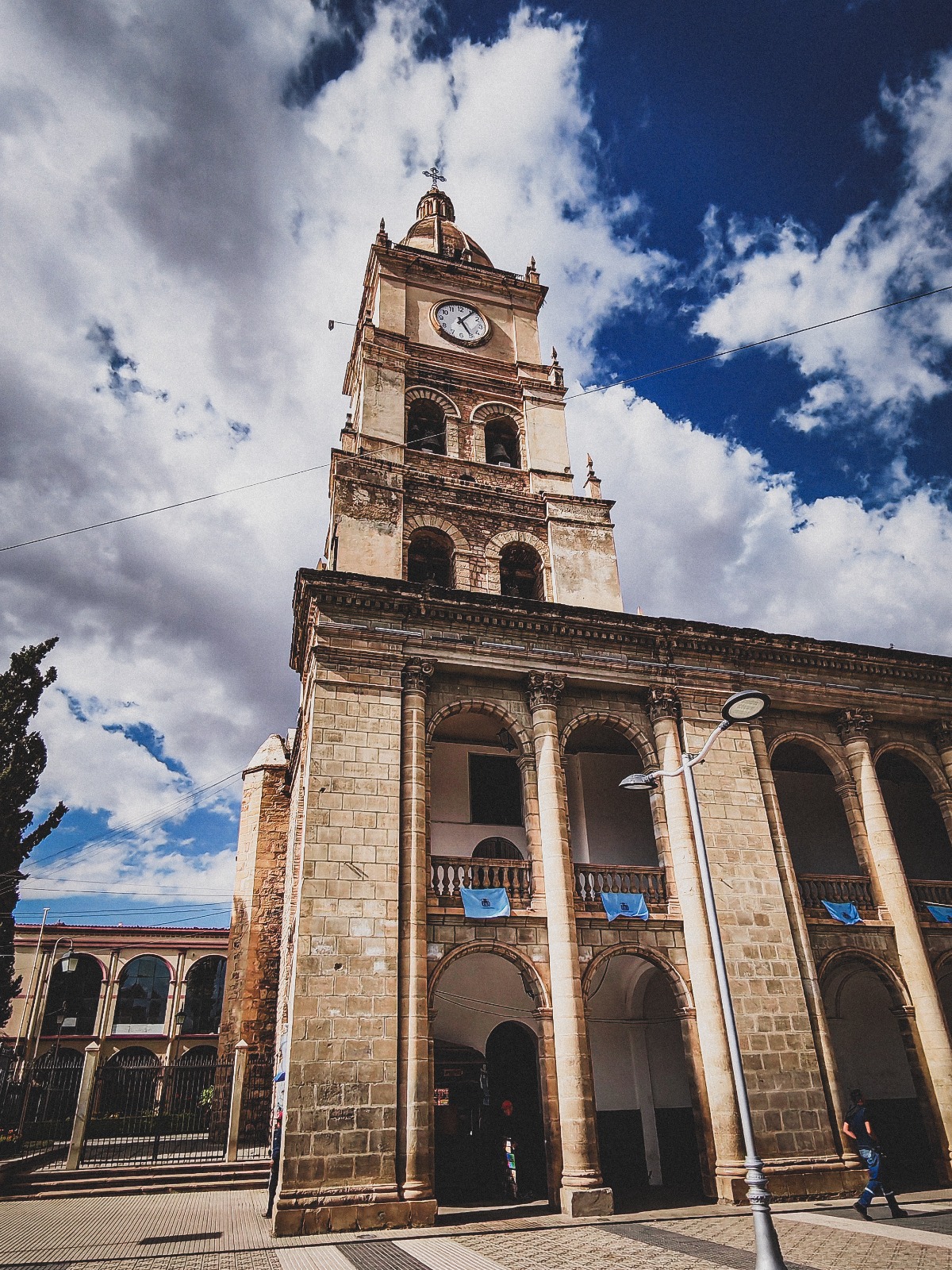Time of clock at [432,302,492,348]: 5:06
